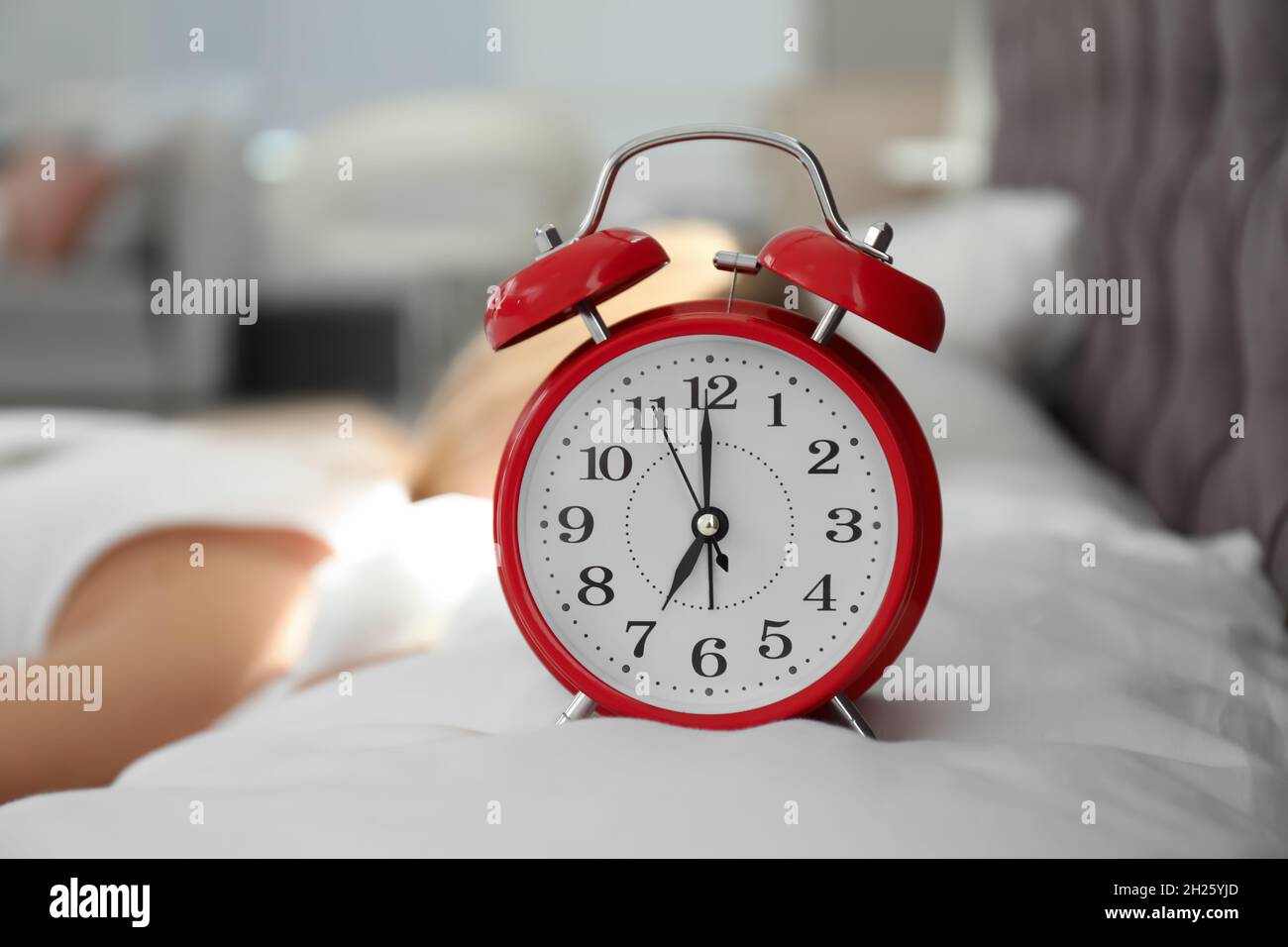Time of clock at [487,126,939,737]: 7:00
